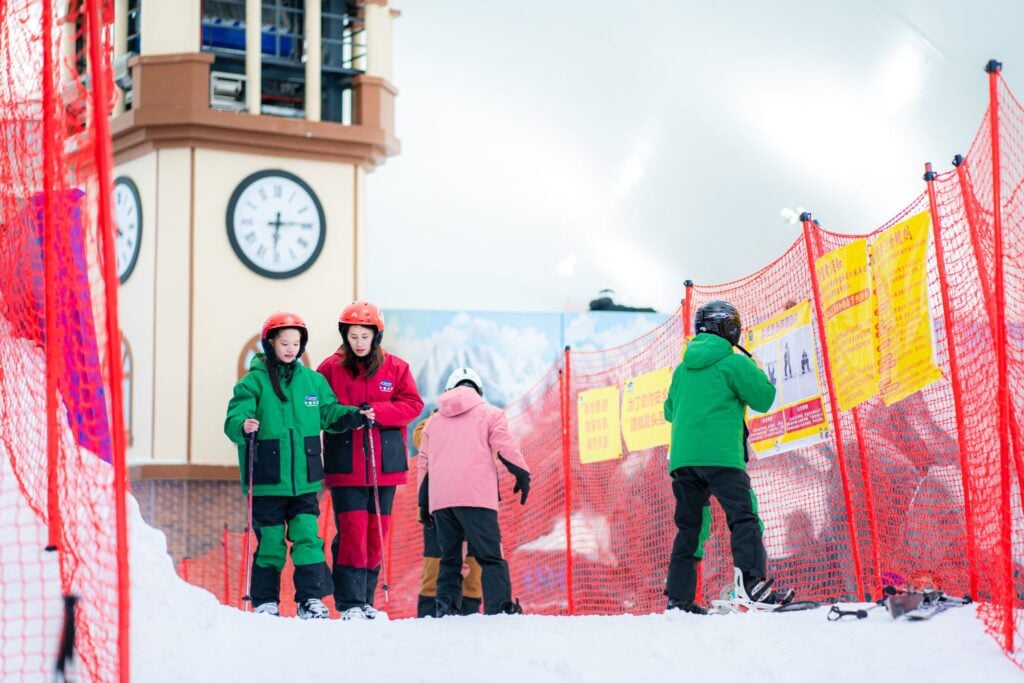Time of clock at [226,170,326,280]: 6:14
